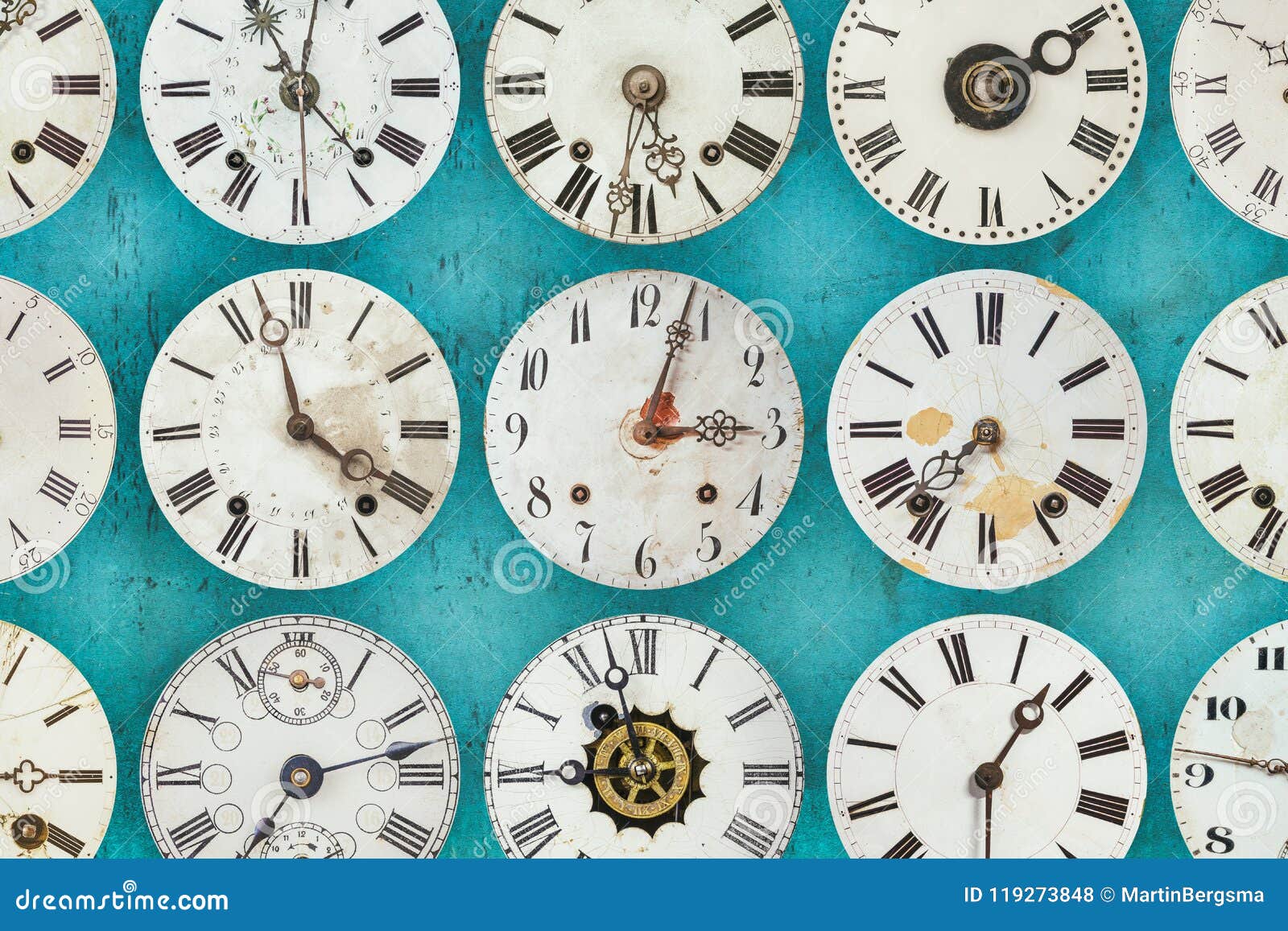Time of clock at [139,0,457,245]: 11:22
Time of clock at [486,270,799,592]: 3:03
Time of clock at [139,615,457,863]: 7:12
